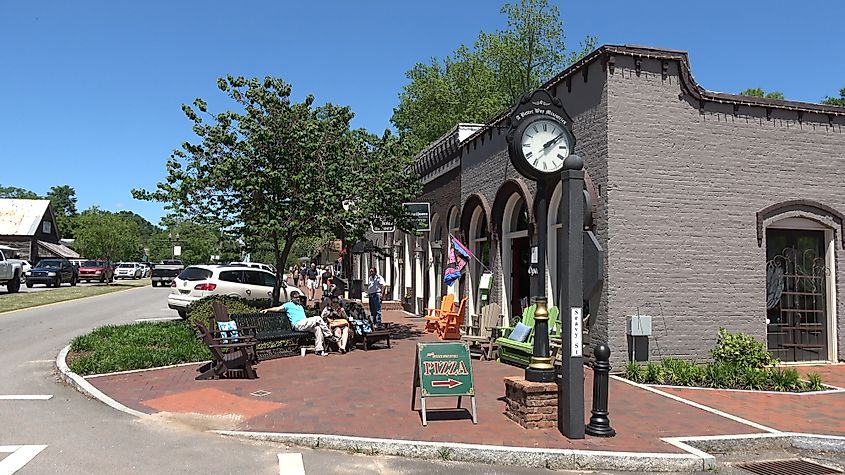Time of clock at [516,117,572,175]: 2:09
